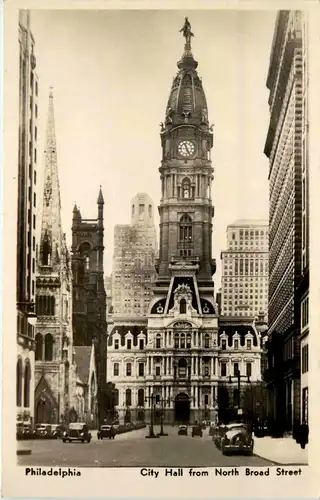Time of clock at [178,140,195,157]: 11:25
